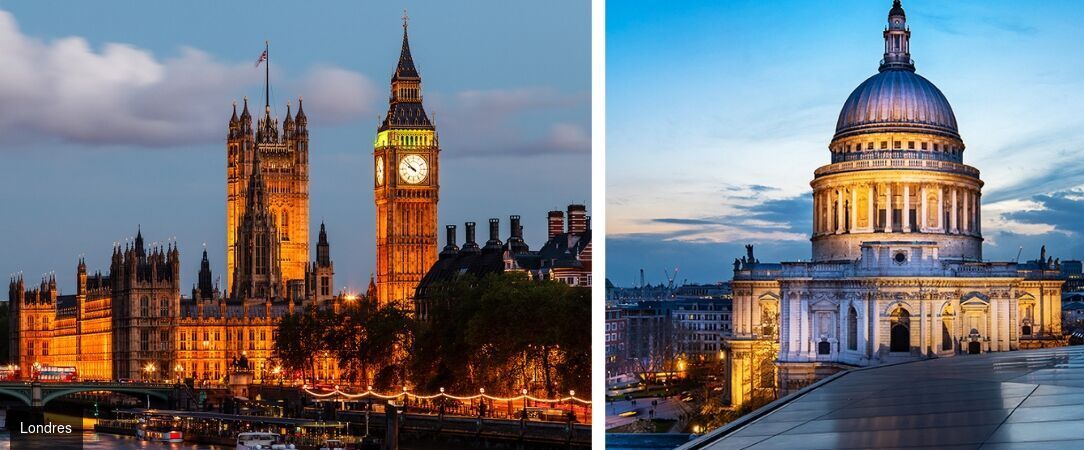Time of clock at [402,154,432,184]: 9:52
